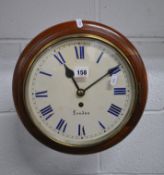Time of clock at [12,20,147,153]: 11:09
